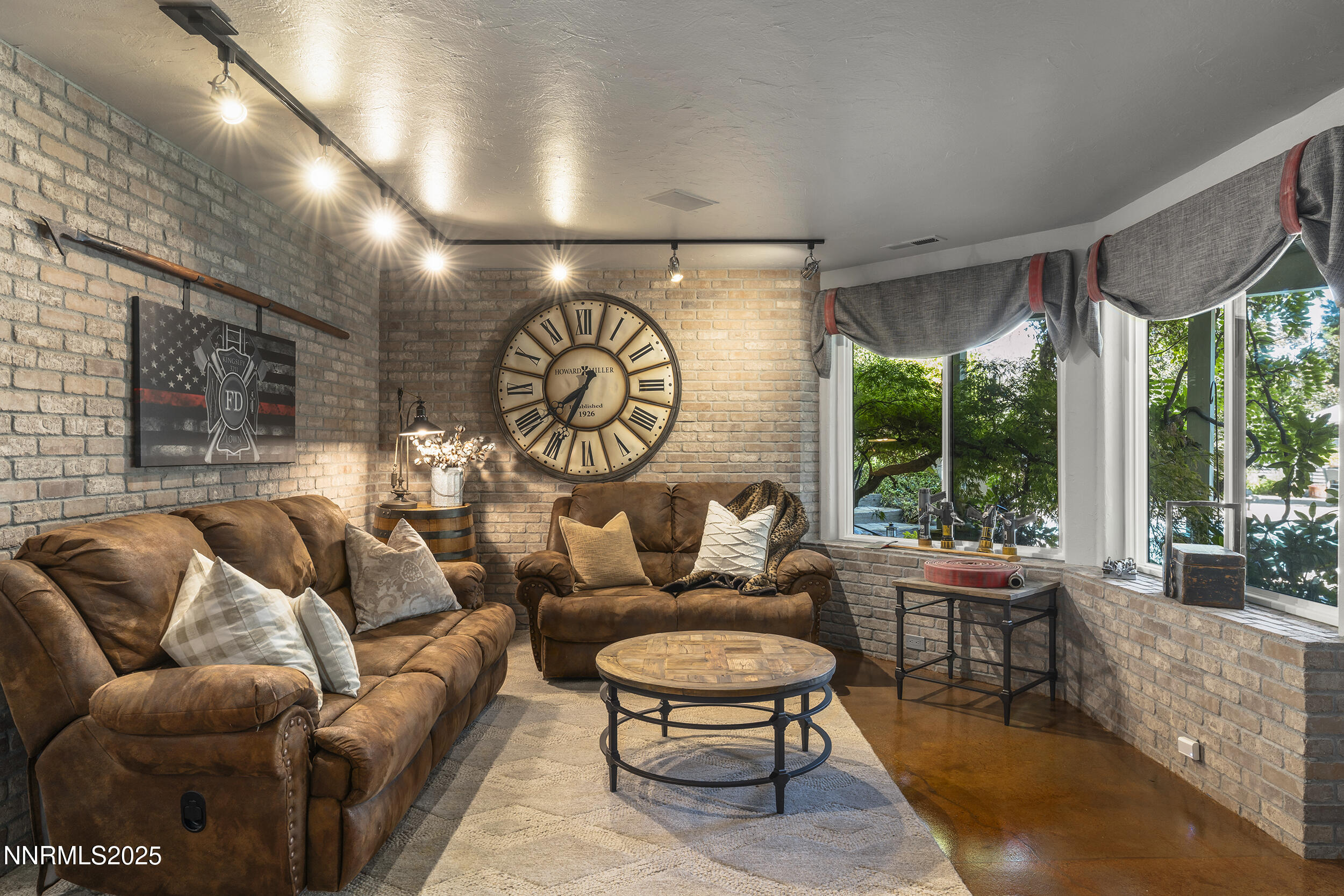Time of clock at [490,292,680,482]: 7:34
